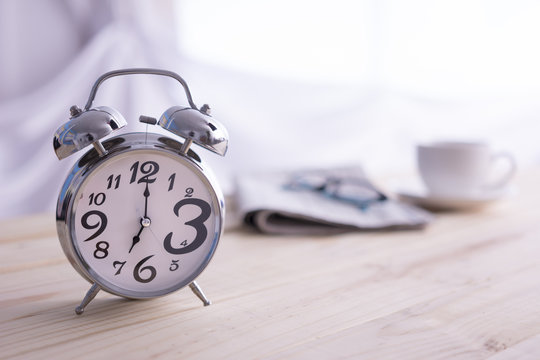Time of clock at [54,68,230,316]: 7:00
